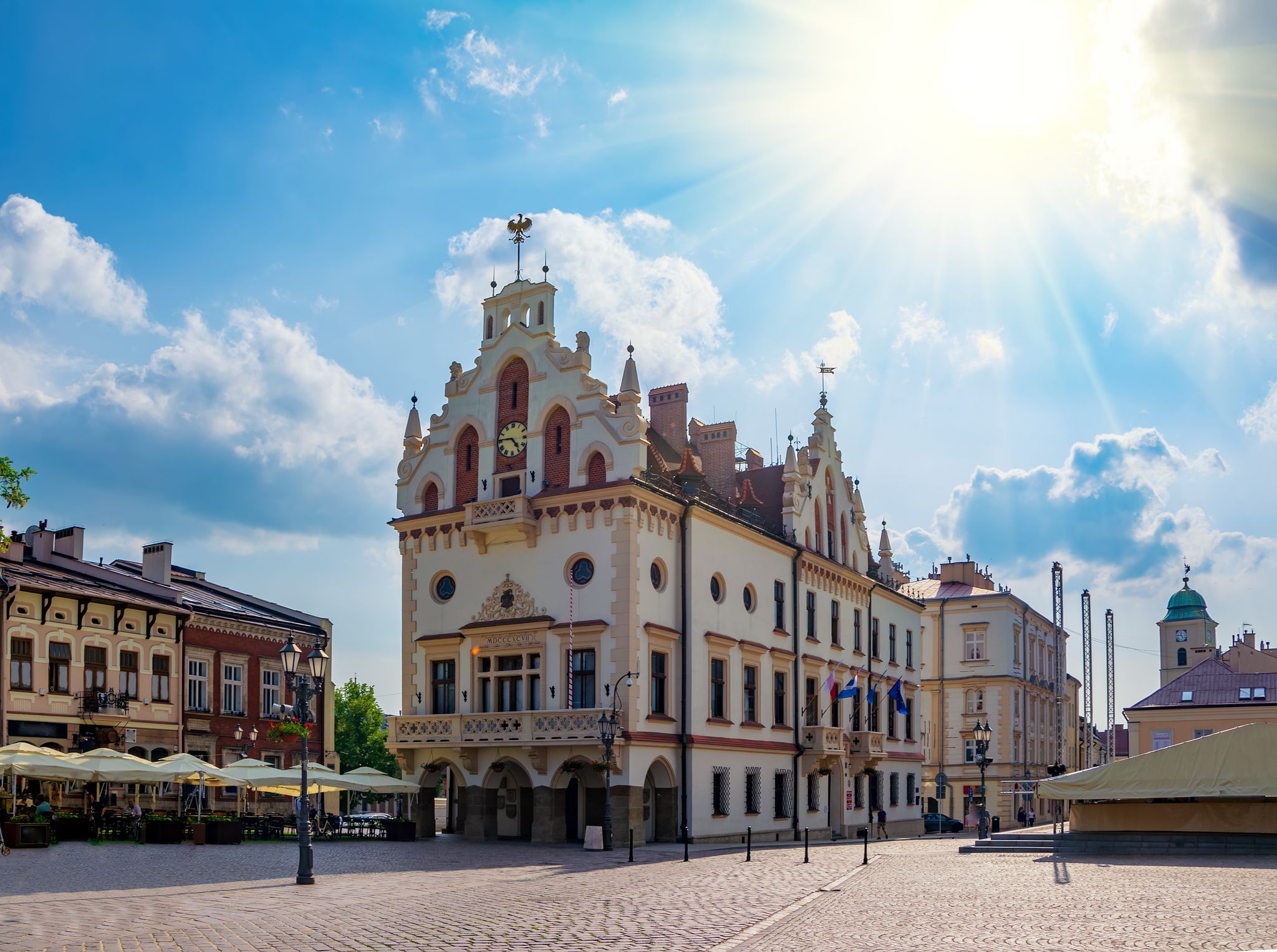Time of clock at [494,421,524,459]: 4:45
